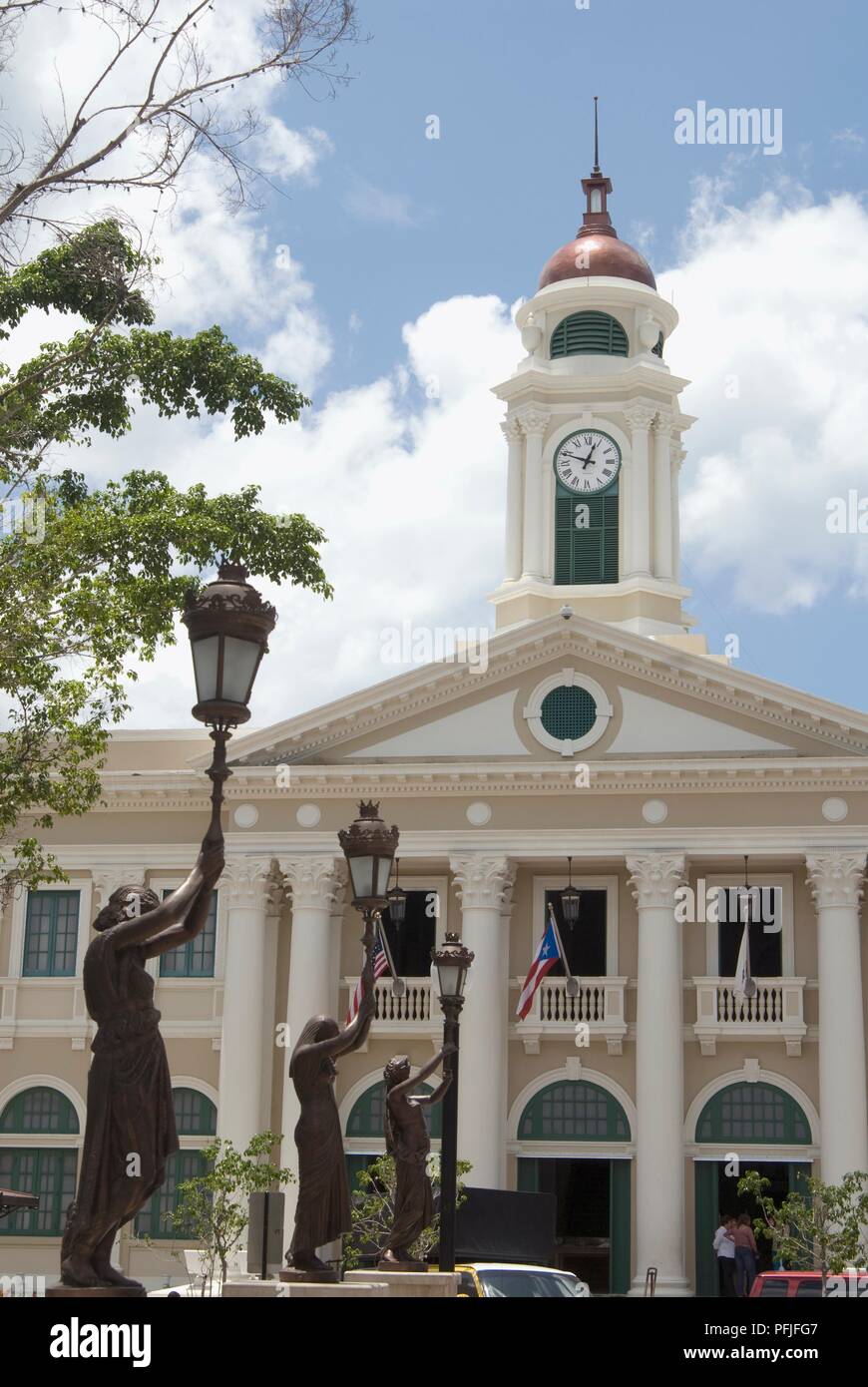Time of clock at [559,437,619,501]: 12:48
